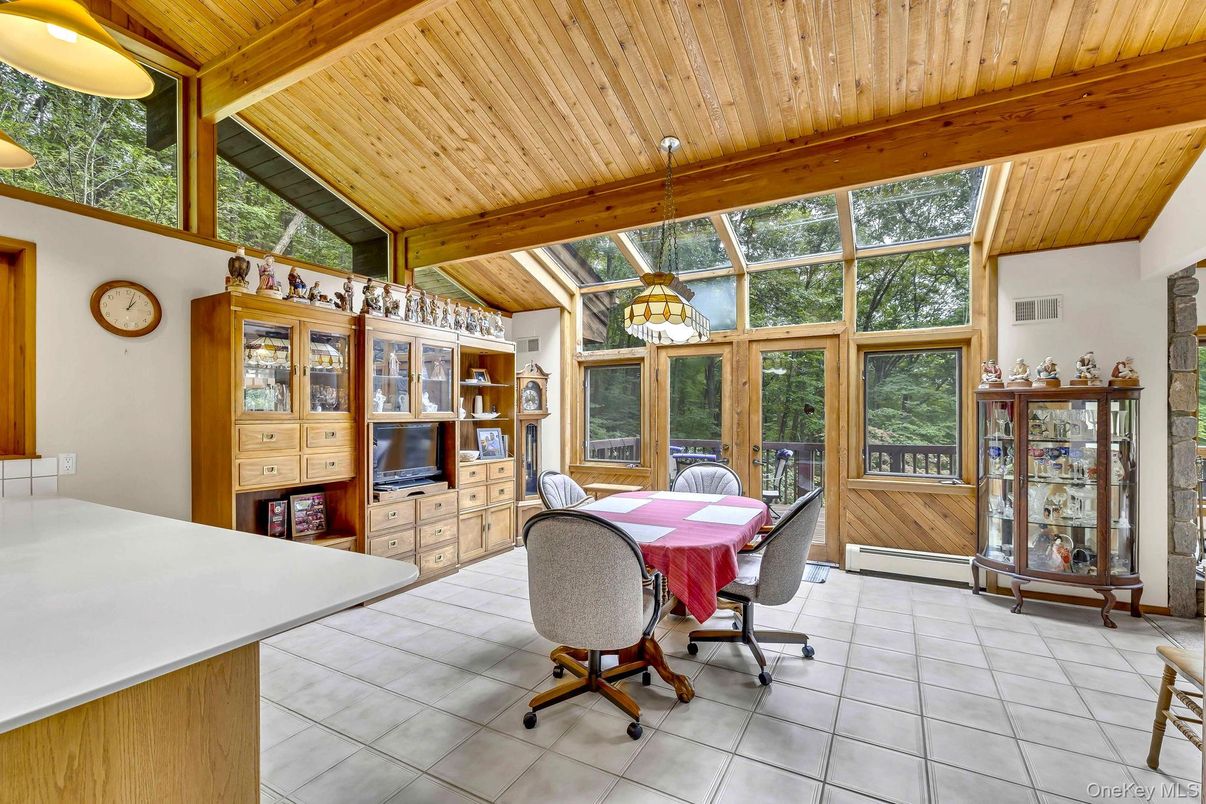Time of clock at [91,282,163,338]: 1:02
